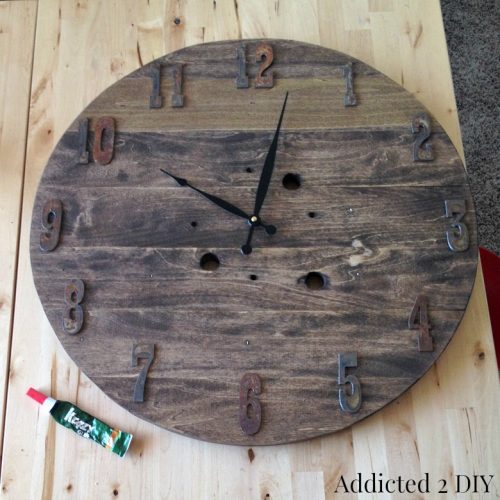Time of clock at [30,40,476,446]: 10:02
